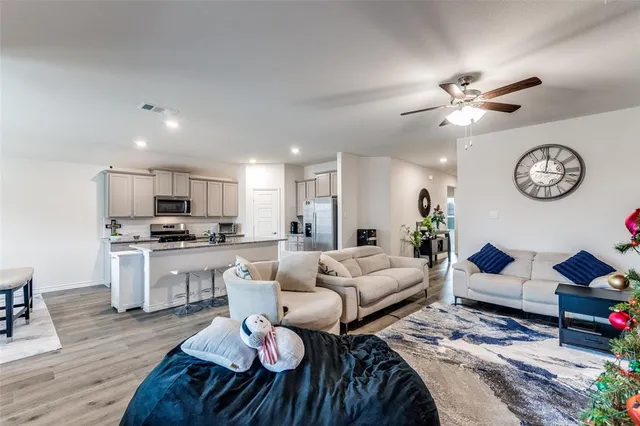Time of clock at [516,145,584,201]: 12:17
